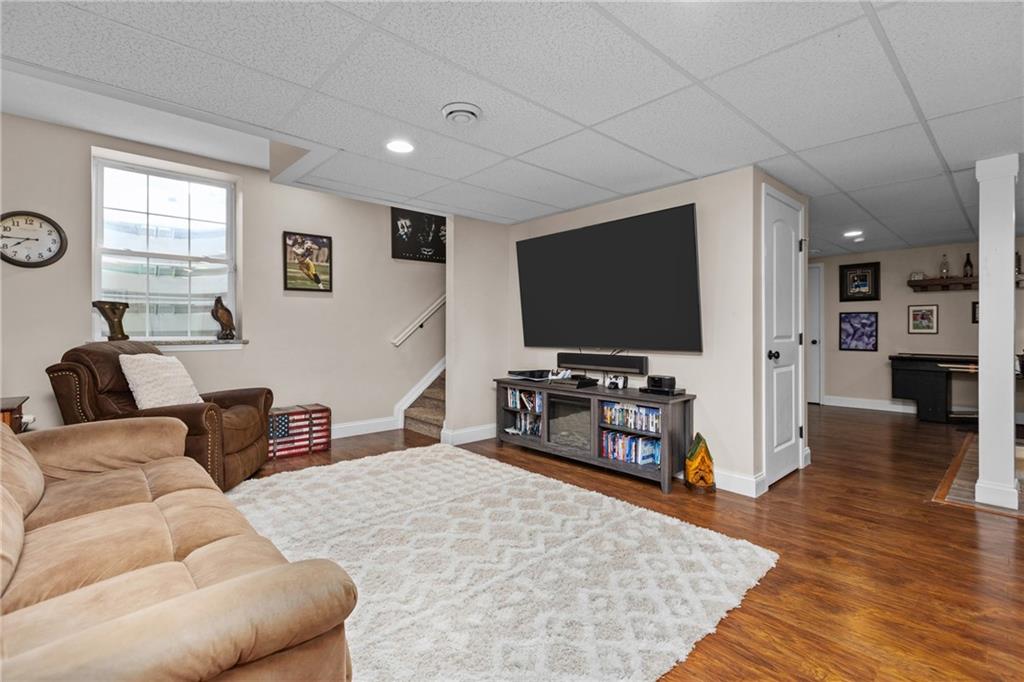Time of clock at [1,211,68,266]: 7:45
